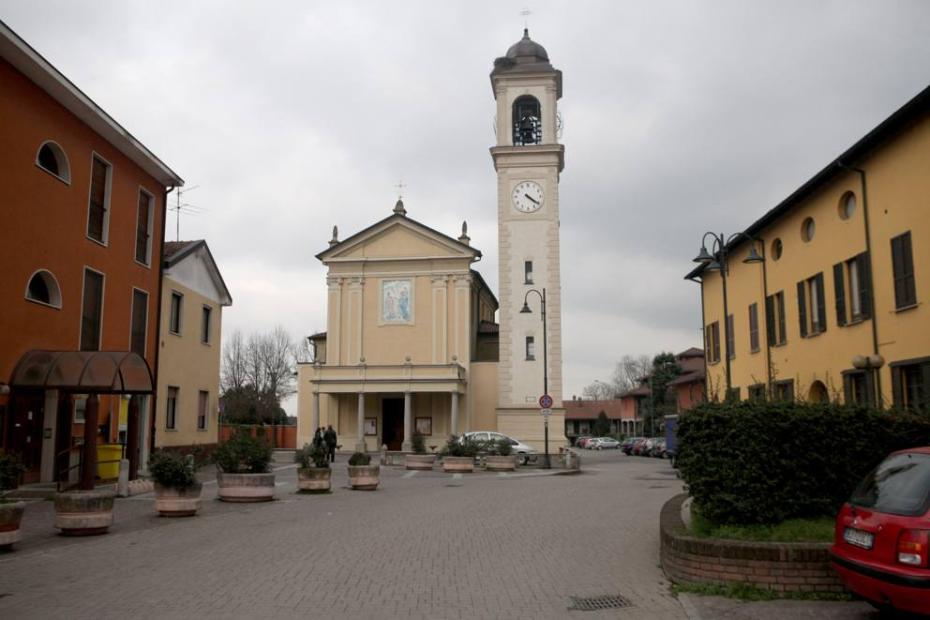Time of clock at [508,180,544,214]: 4:20
